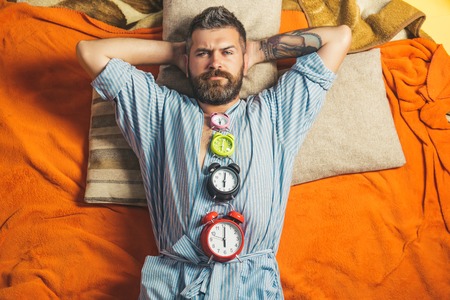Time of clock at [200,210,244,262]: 6:00
